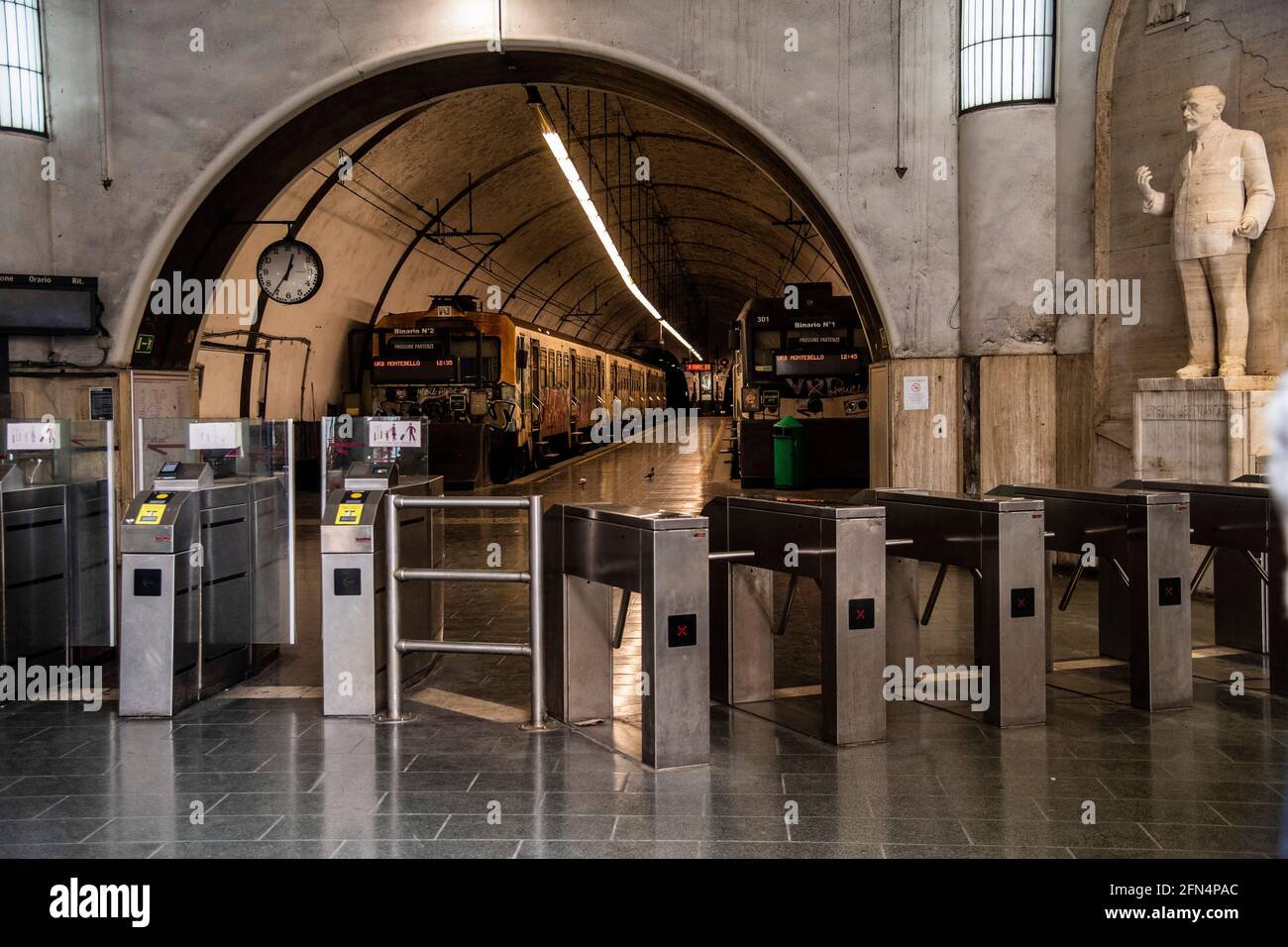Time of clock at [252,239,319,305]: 12:35
